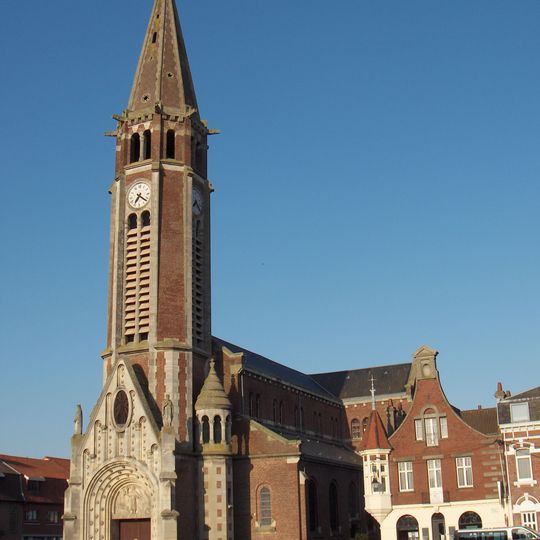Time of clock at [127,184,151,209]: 7:21
